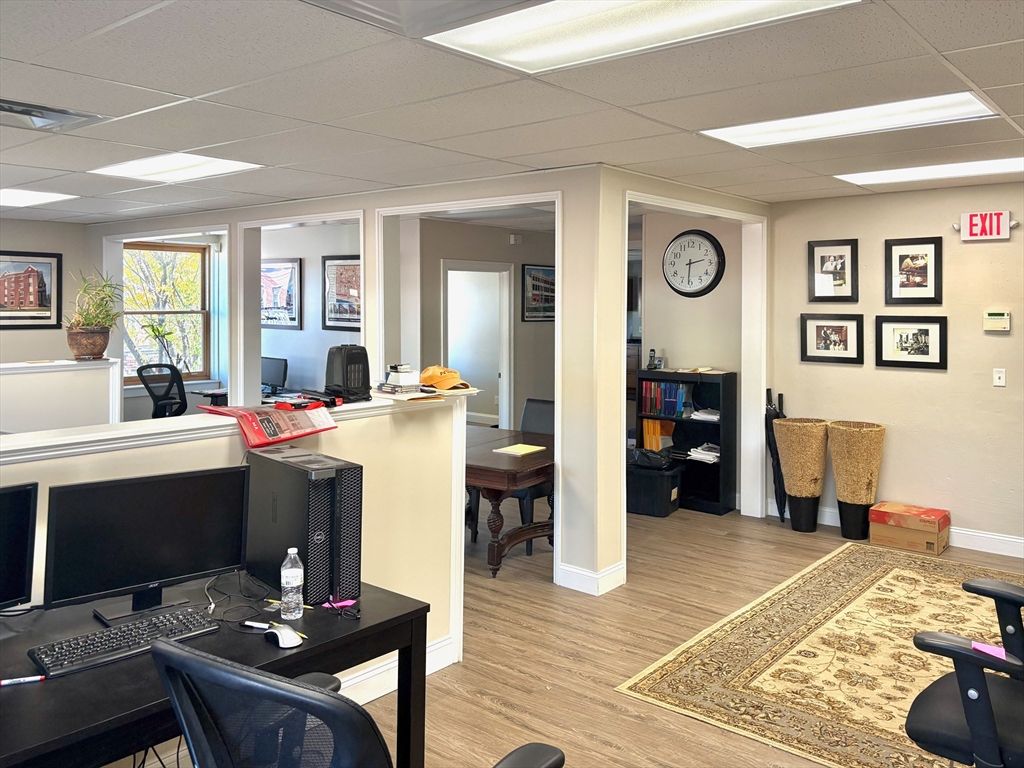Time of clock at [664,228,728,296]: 2:31
